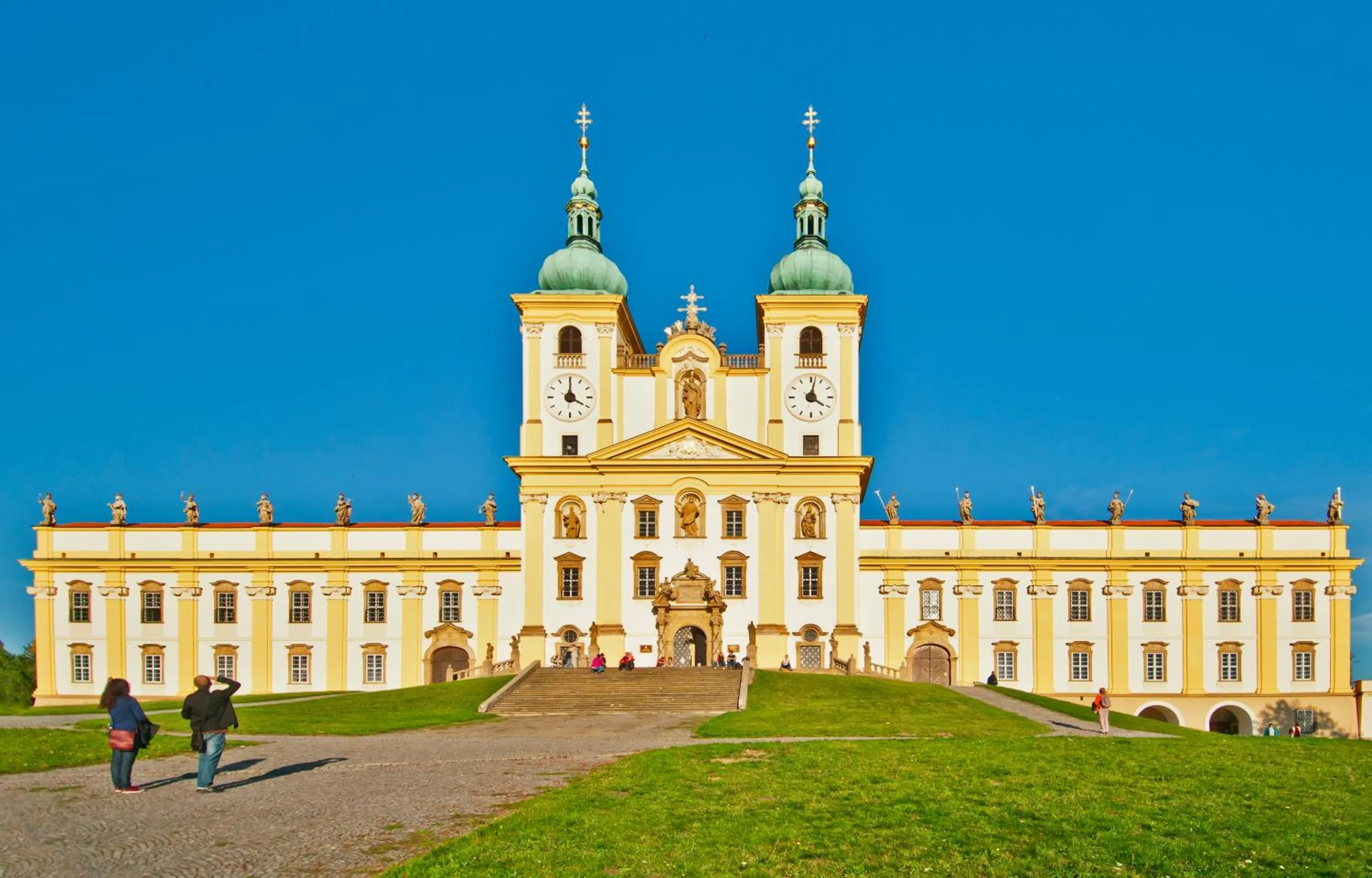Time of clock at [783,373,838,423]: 4:02
